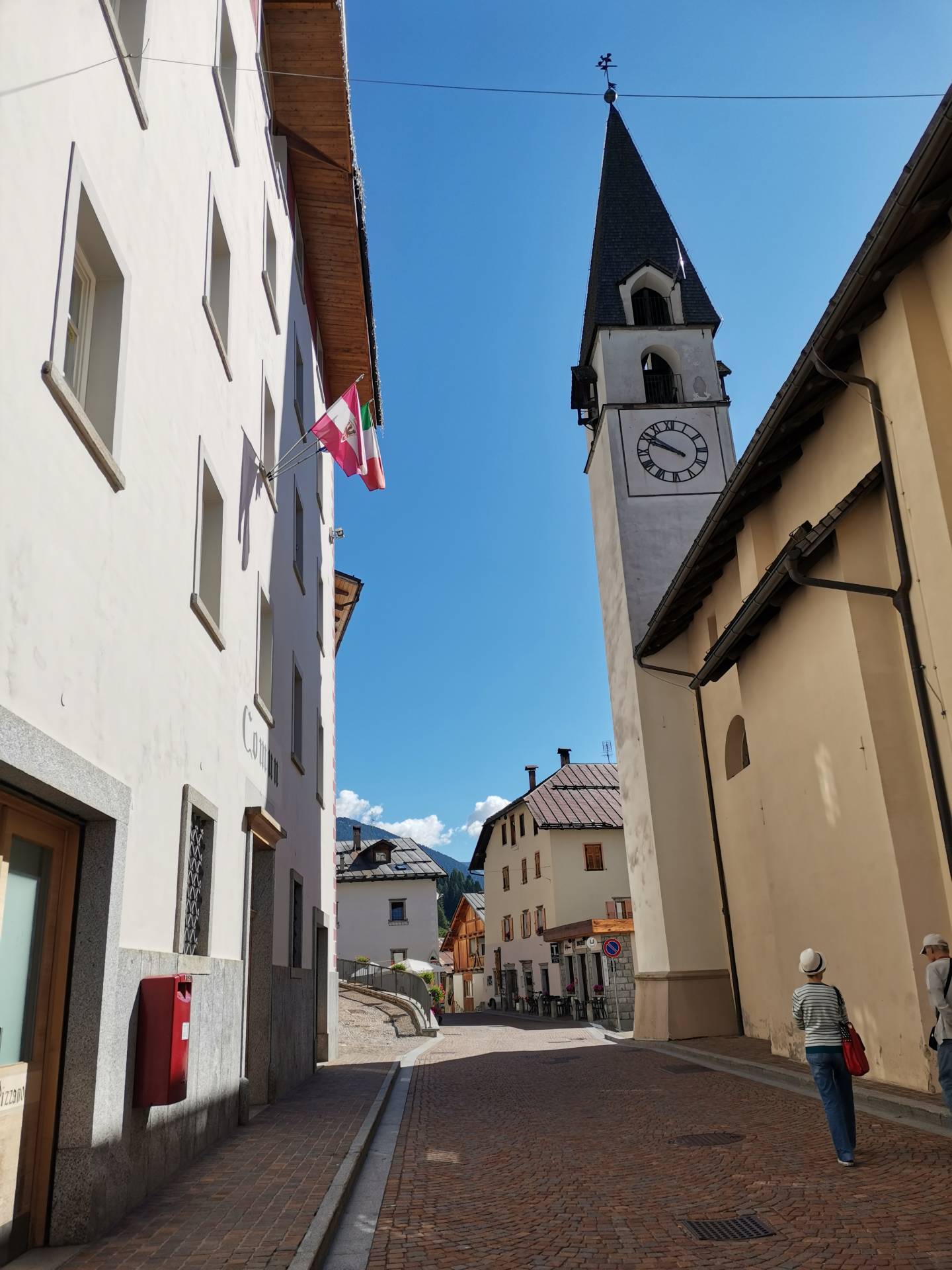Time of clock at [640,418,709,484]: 9:50
